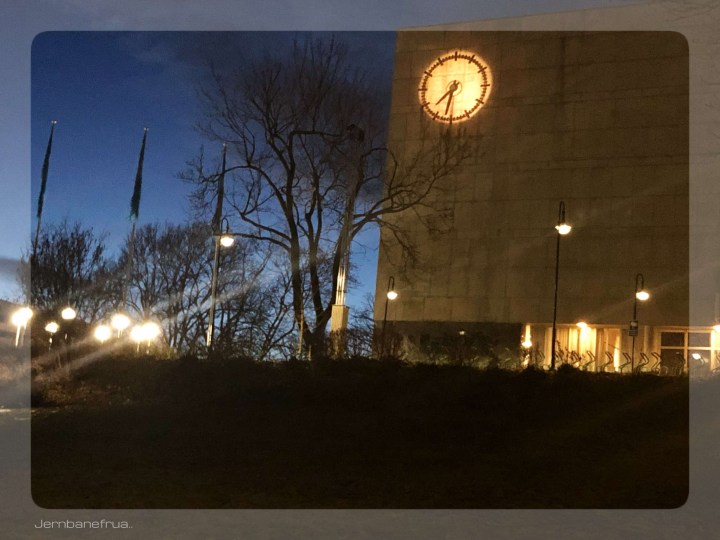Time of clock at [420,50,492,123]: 7:32
